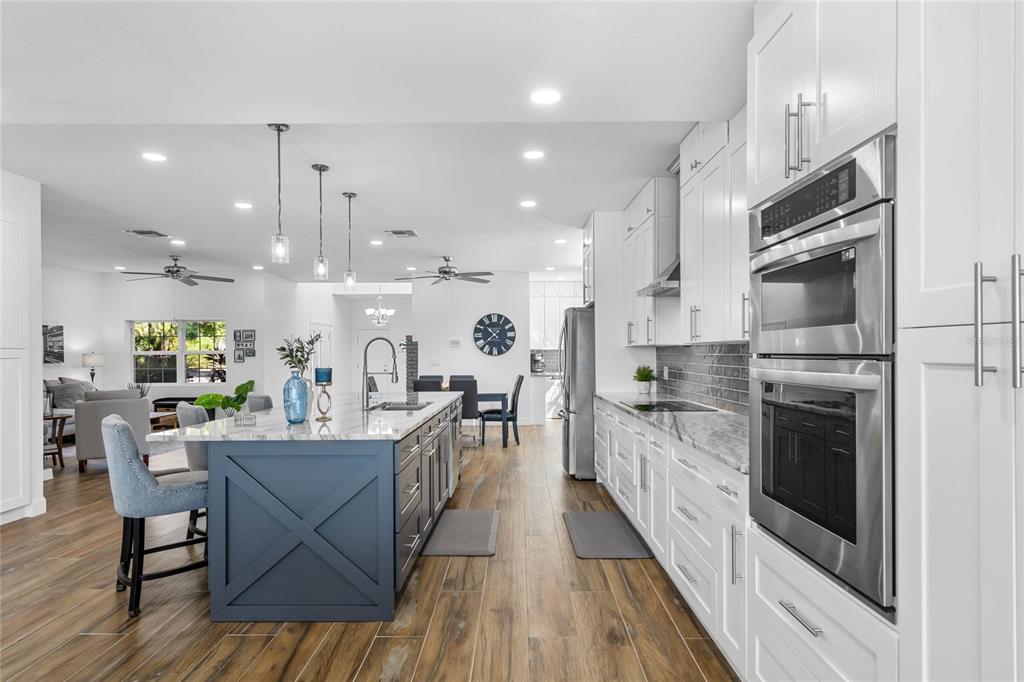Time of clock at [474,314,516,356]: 10:37
